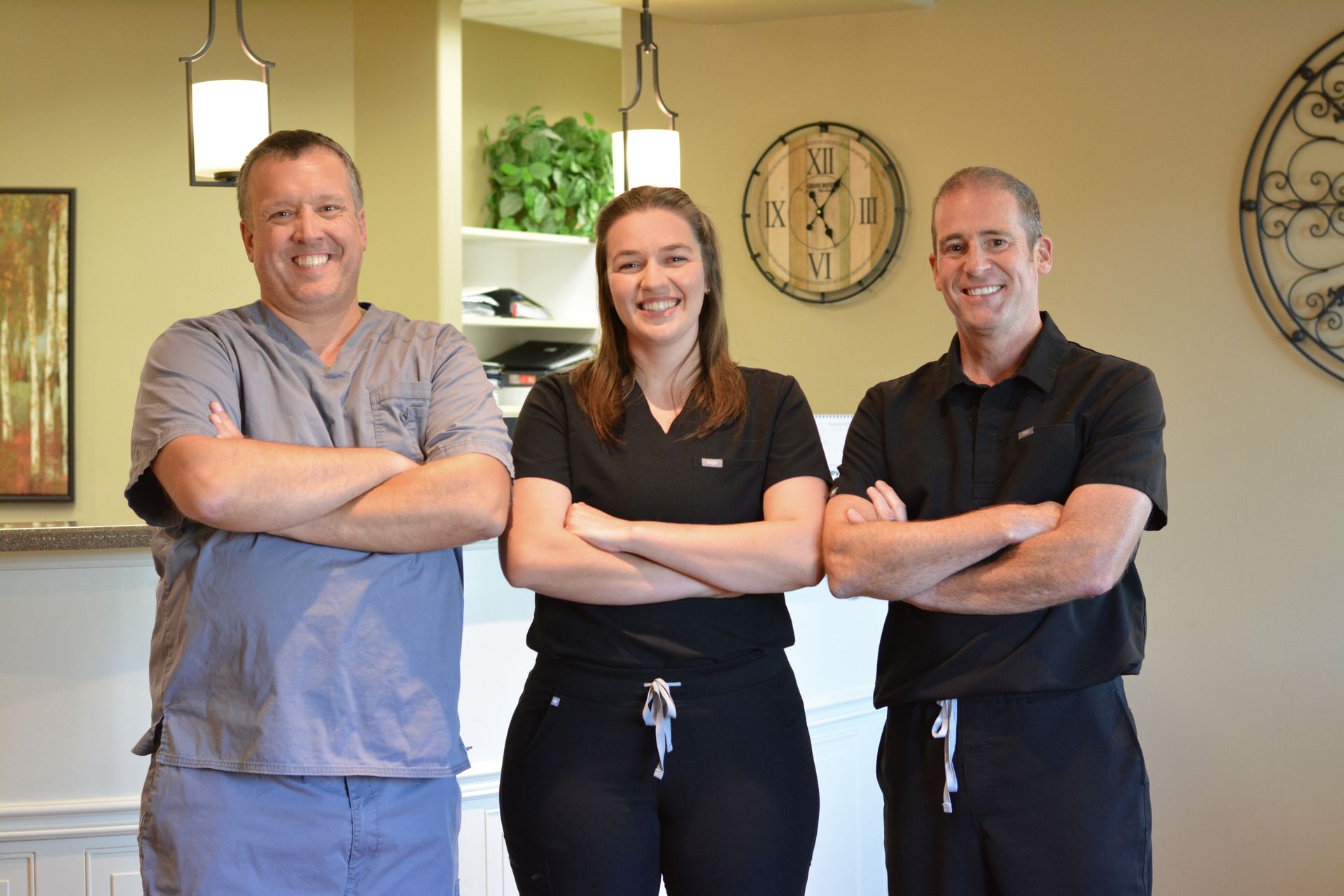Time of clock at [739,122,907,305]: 5:06
